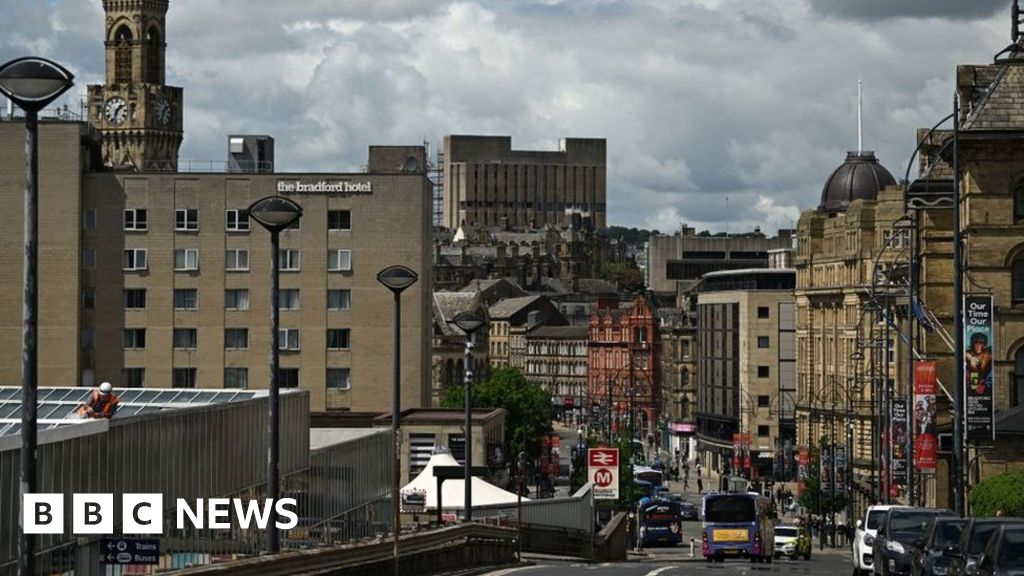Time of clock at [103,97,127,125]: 1:32
